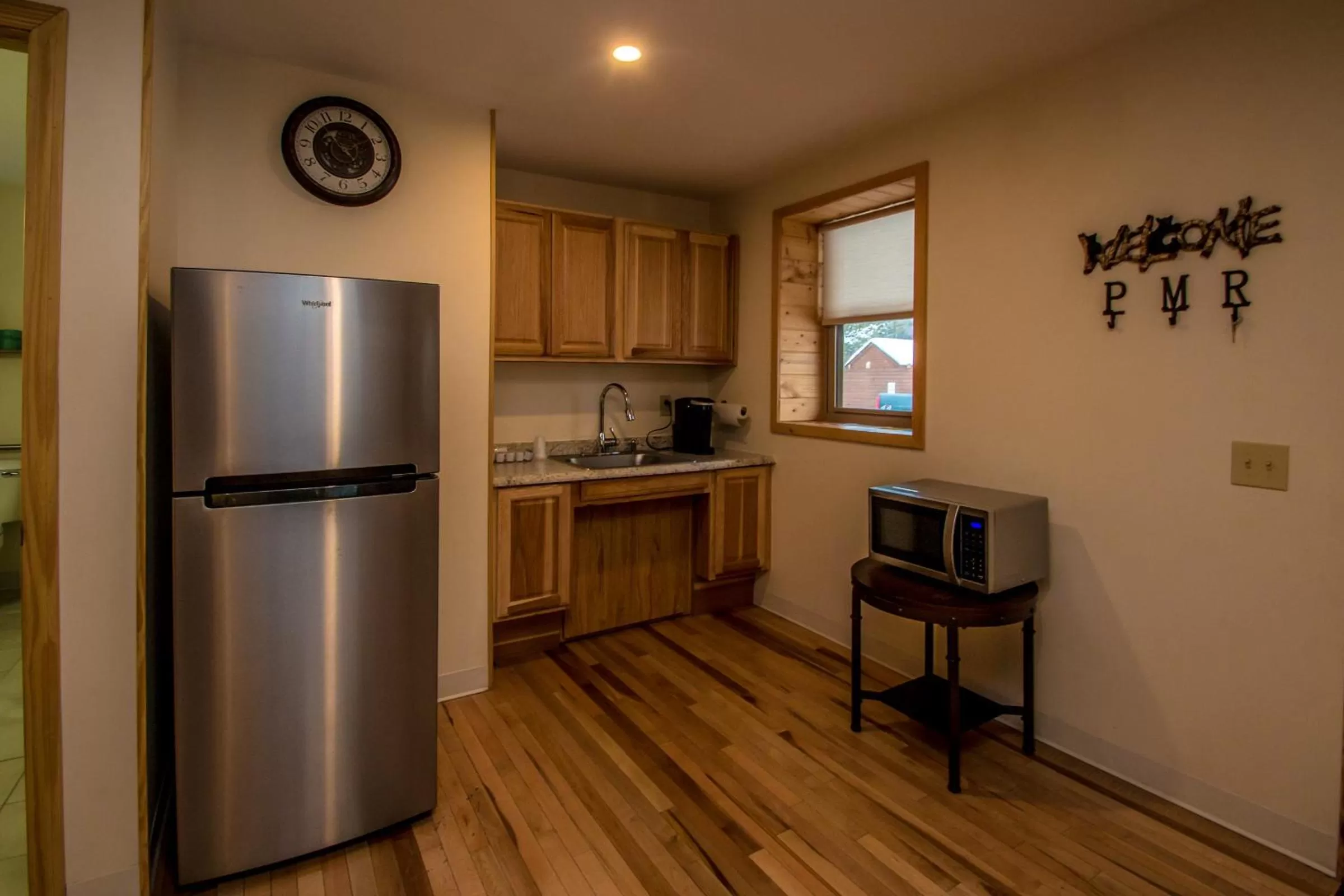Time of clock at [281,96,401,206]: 1:52
